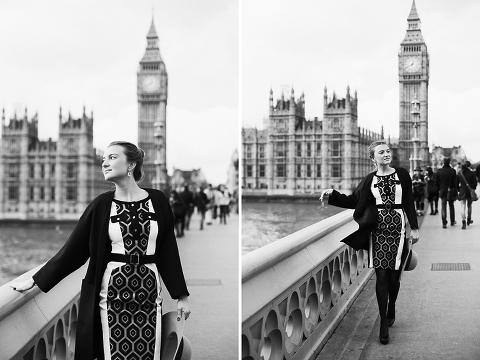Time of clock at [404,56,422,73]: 12:40
